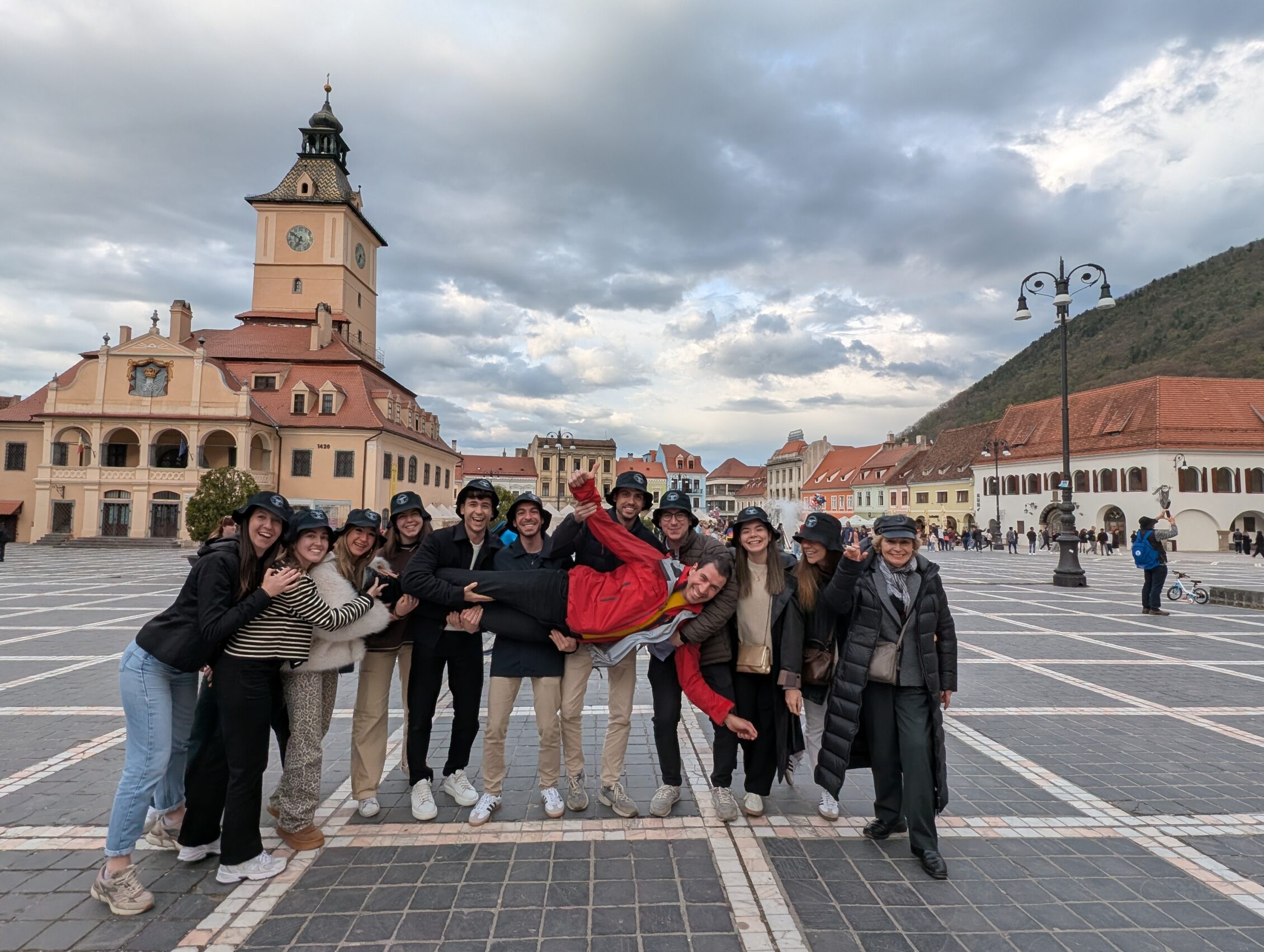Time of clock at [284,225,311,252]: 6:50
